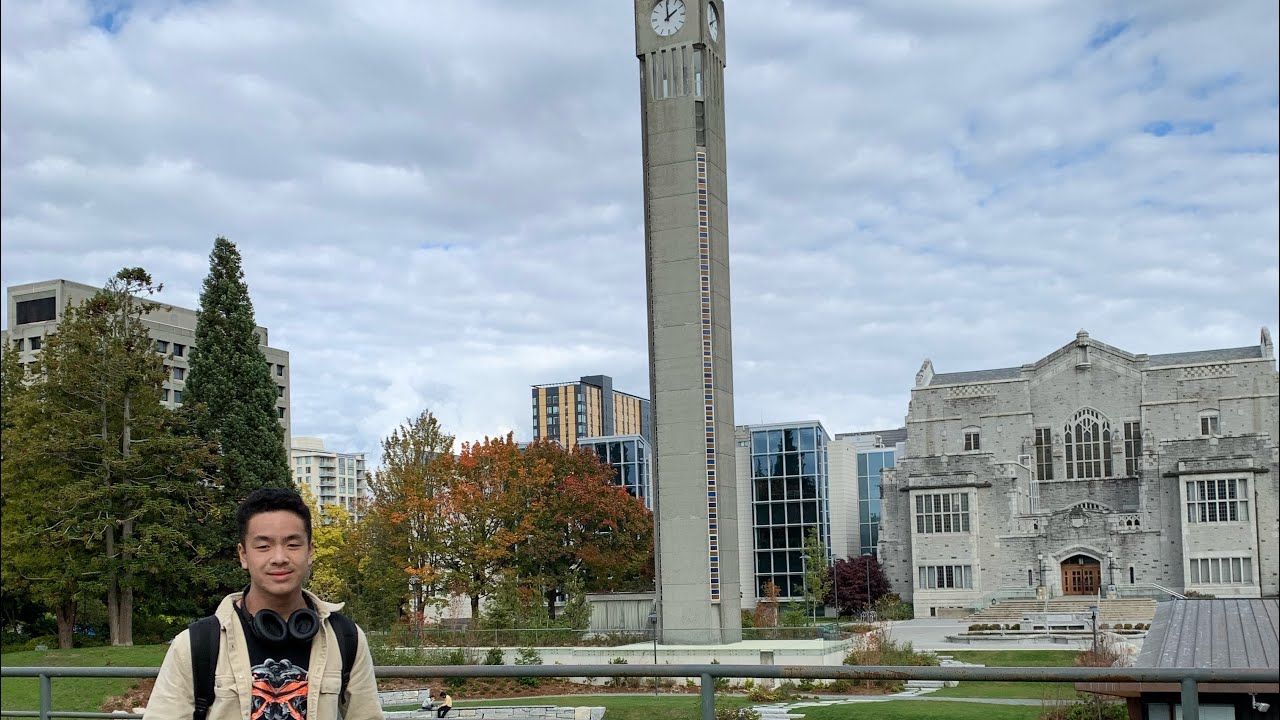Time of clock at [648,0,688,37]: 1:59
